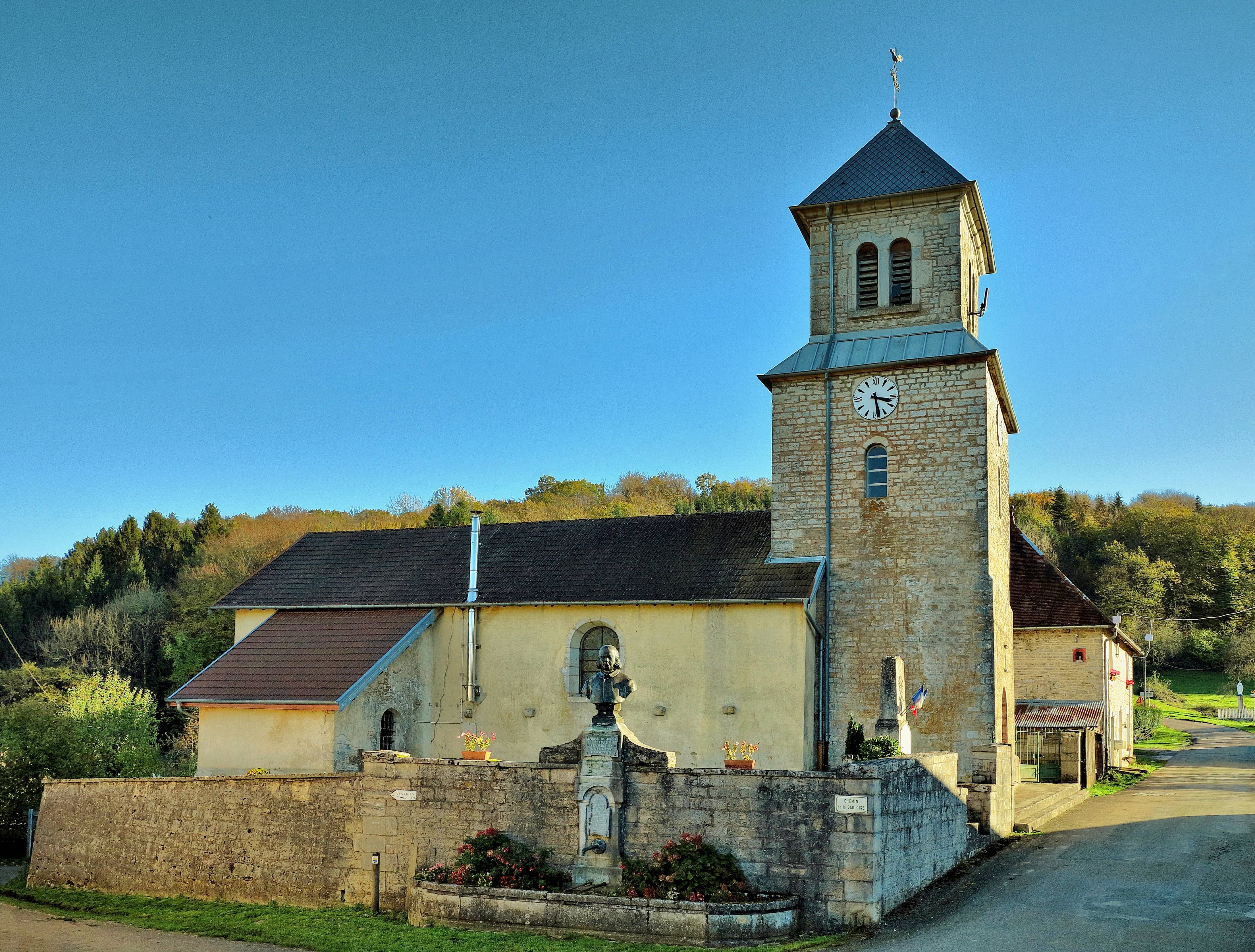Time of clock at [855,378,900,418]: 3:28
